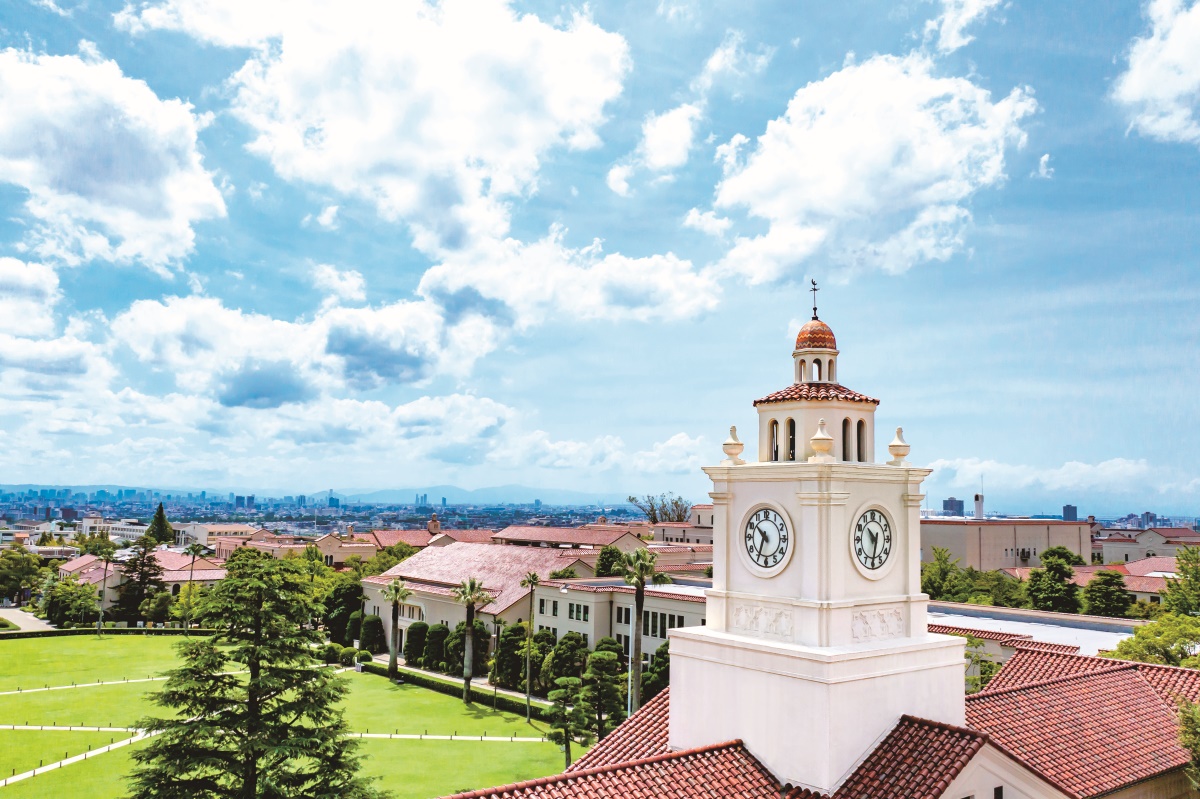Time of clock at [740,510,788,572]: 10:34
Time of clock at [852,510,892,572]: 10:31
